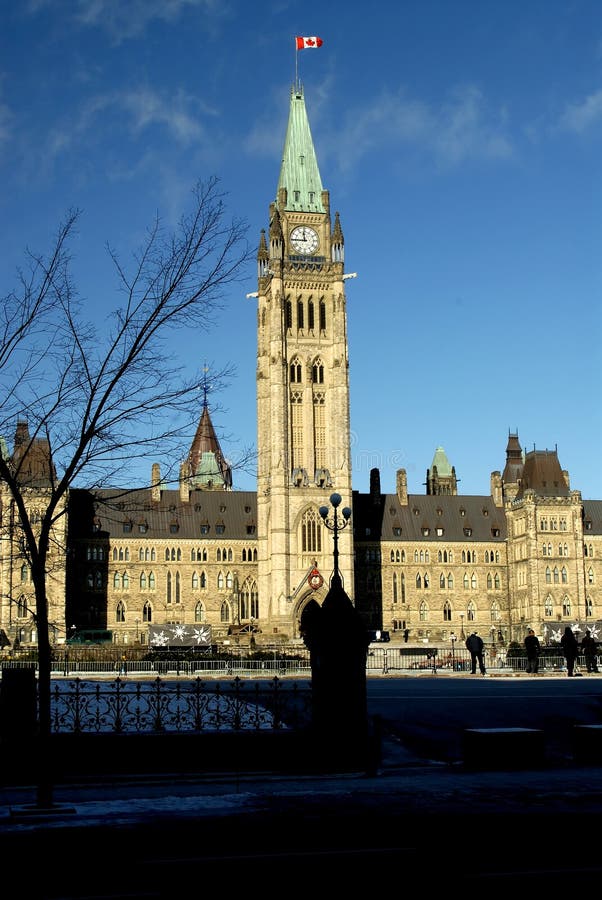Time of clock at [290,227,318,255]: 11:45
